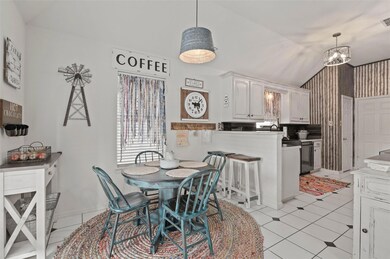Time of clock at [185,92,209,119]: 9:07
